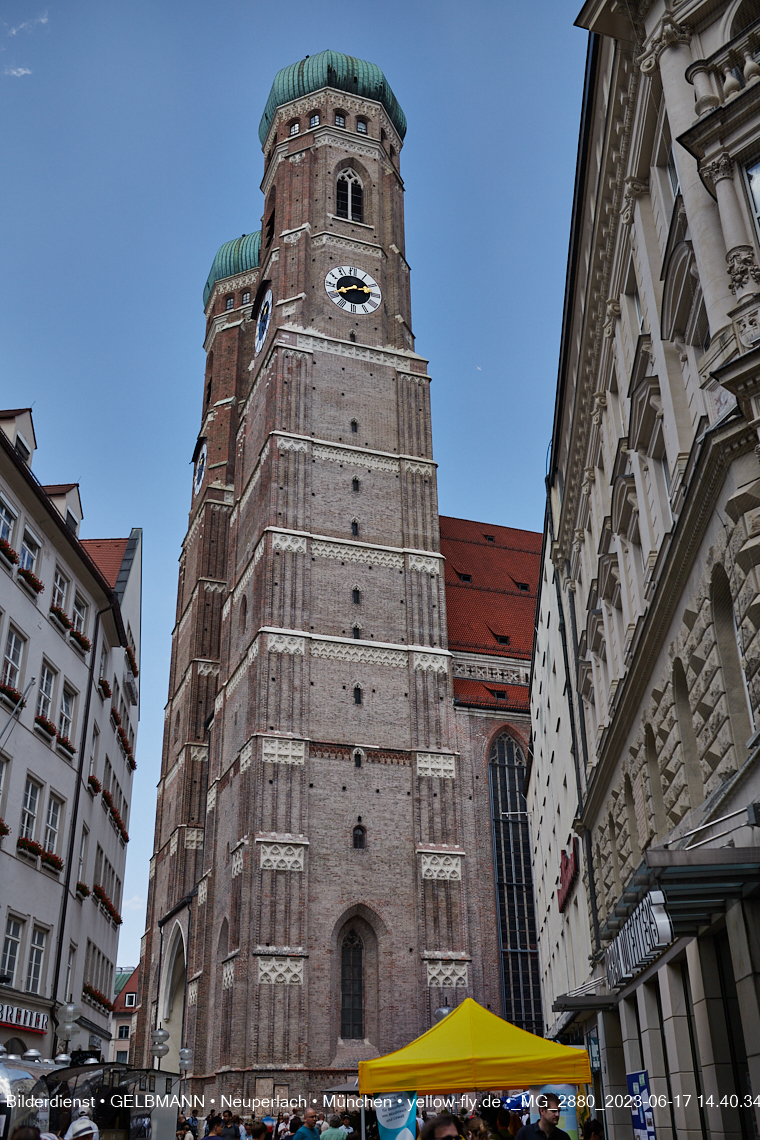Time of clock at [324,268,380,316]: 2:40
